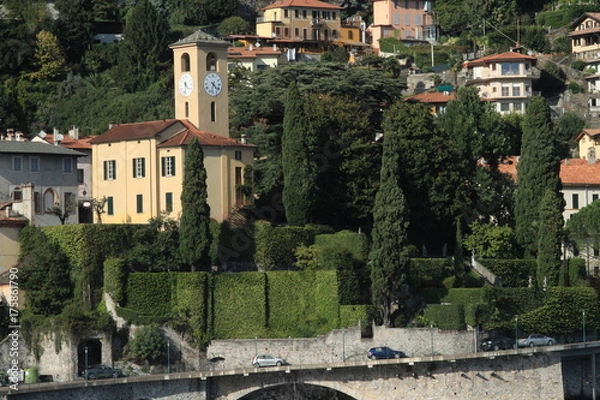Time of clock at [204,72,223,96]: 4:32
